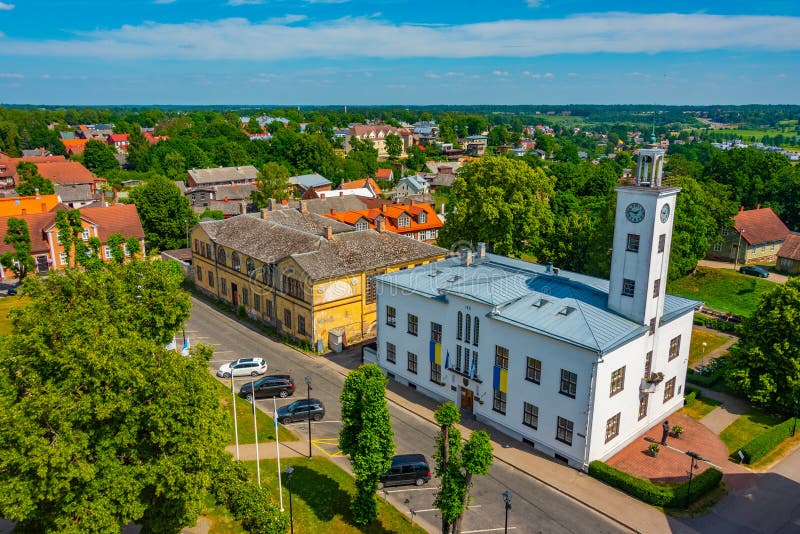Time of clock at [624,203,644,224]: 1:47
